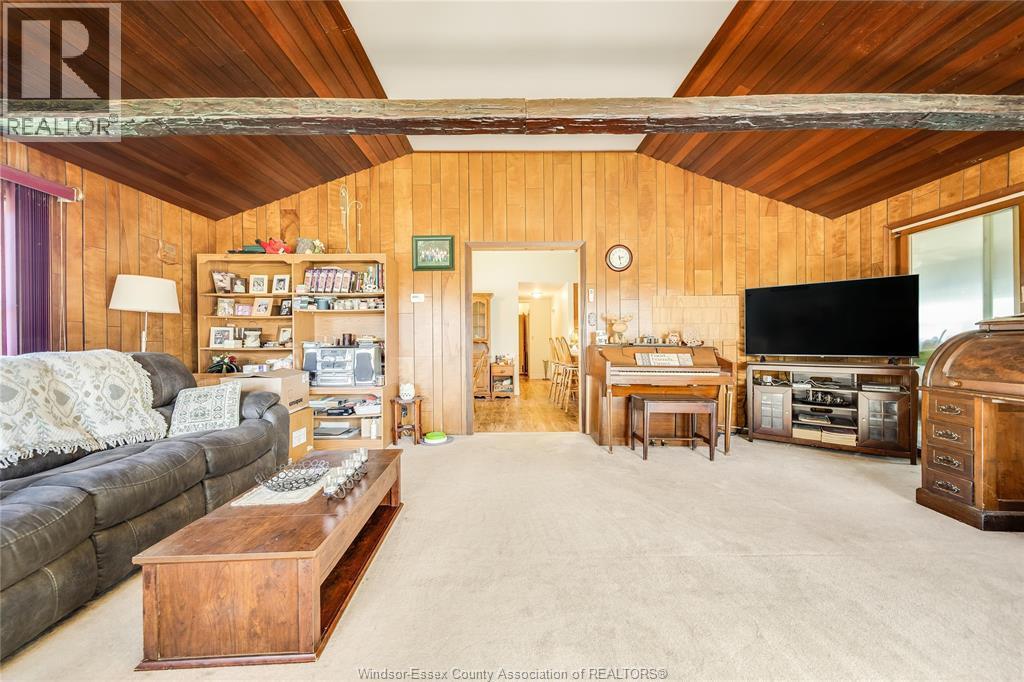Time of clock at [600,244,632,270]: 2:28
